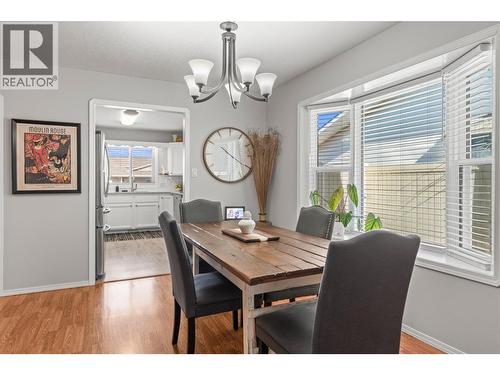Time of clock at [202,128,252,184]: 10:20
